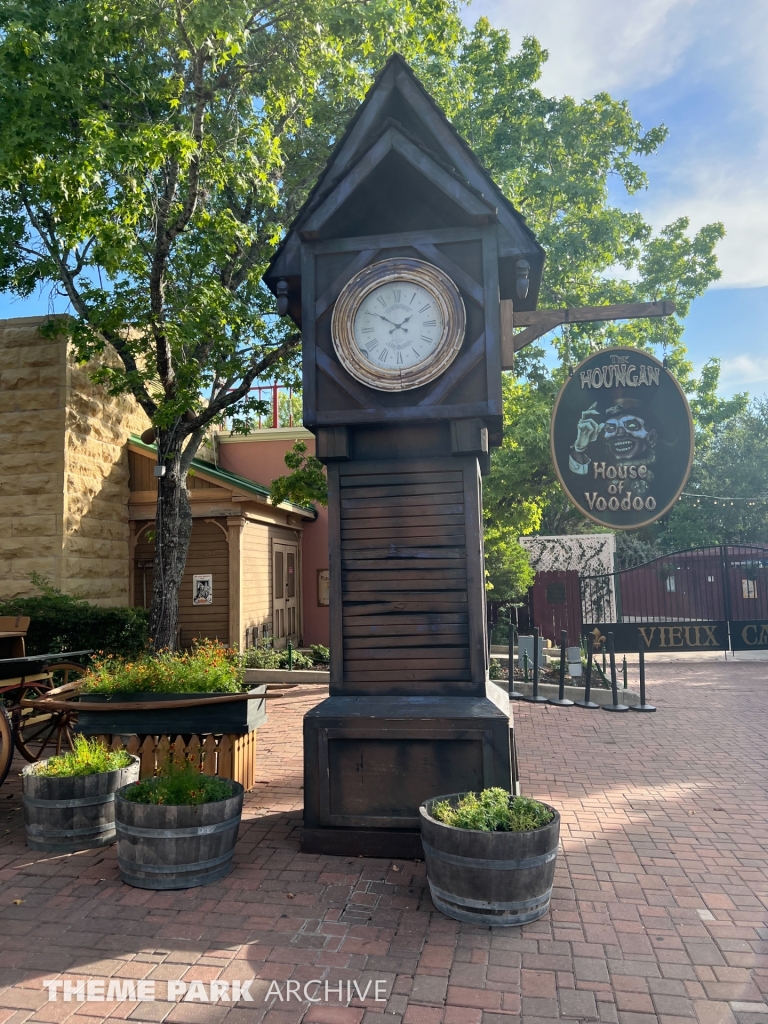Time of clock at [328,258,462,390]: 1:50
